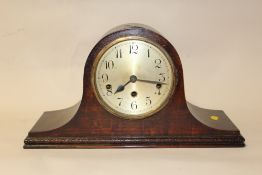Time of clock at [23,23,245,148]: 7:17
